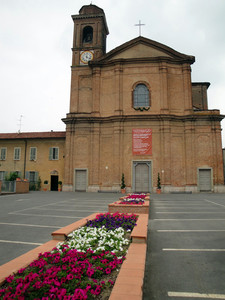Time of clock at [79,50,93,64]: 4:01
